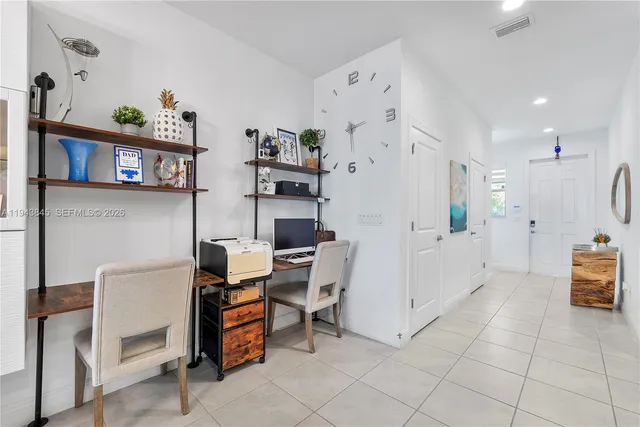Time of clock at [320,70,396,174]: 2:29
